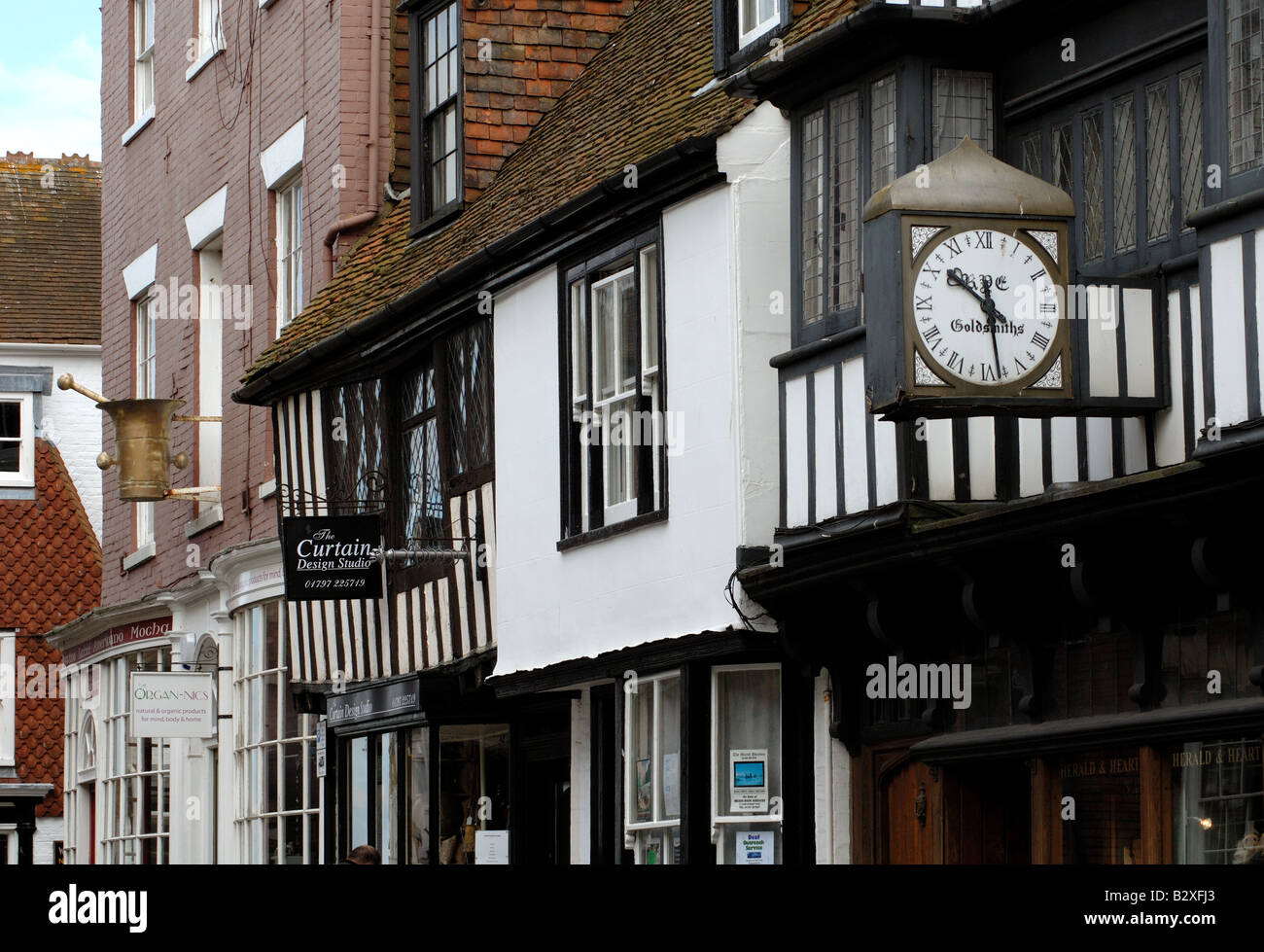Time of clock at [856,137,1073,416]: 10:28
